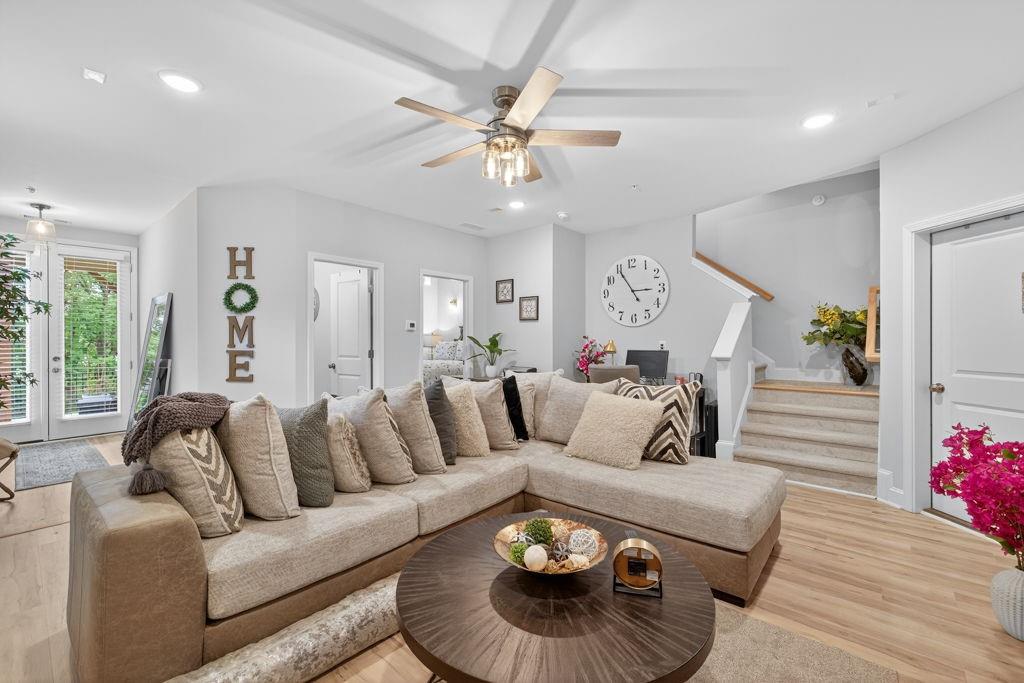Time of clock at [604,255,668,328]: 2:54
